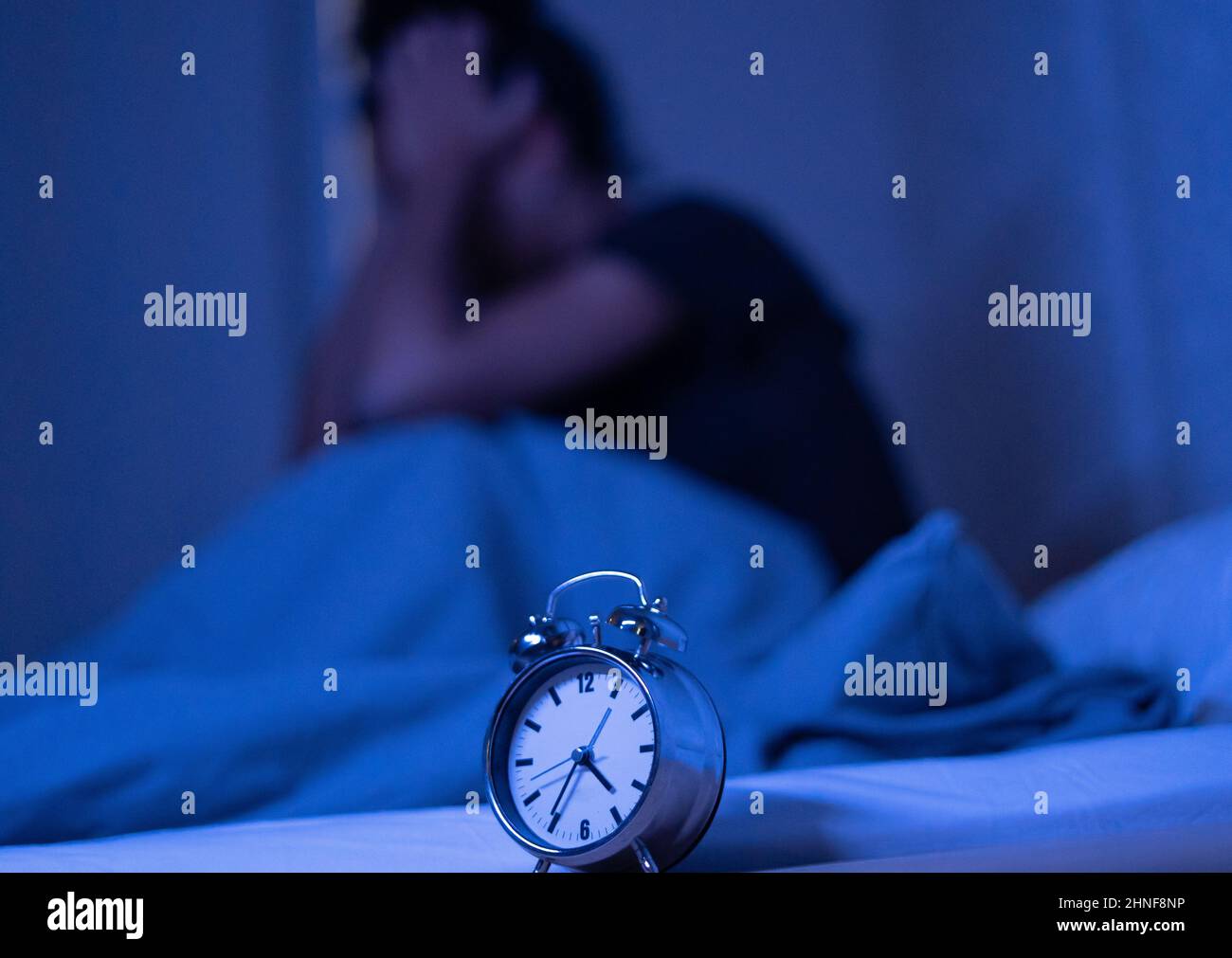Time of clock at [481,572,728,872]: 4:35
